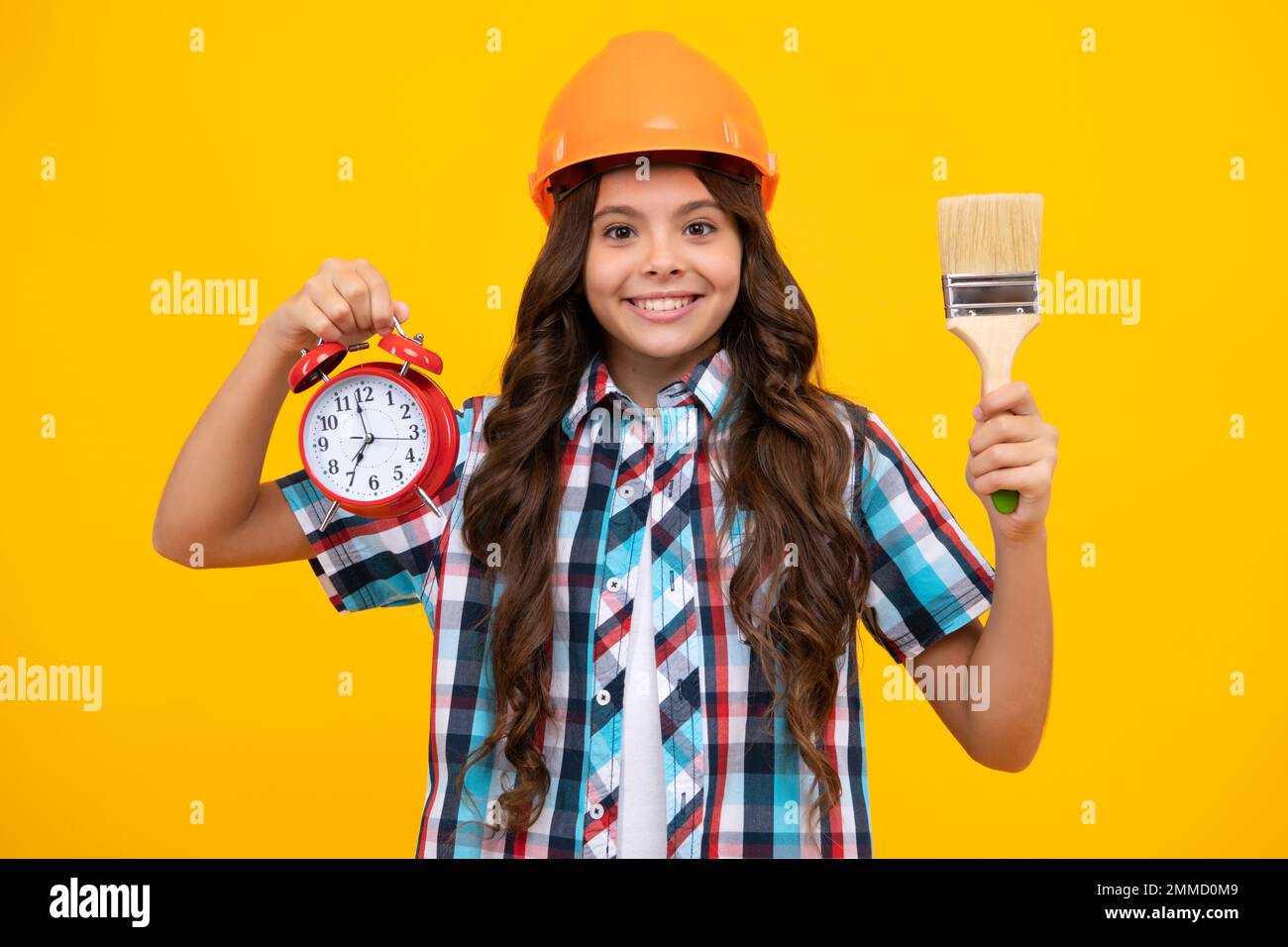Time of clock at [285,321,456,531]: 6:58
